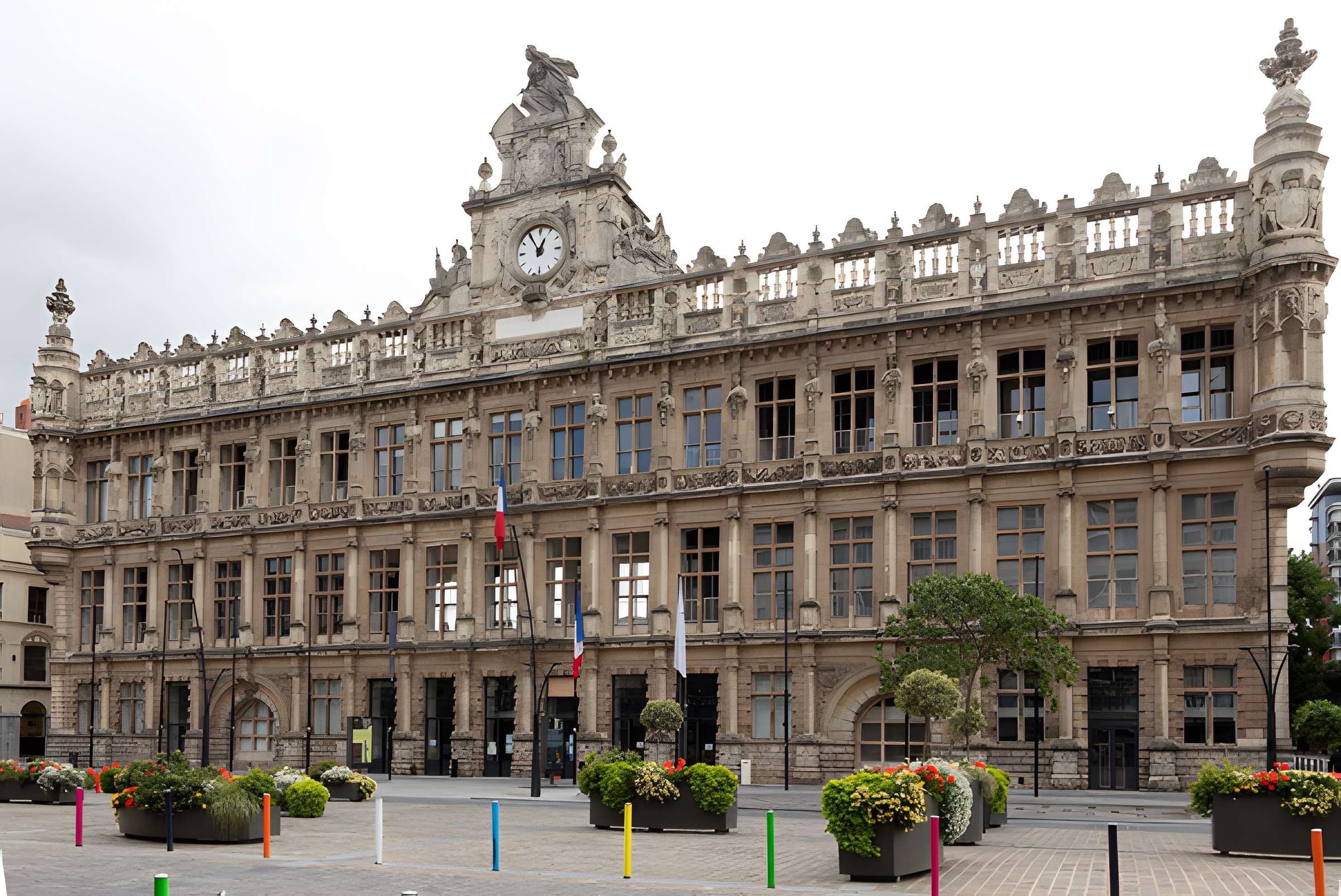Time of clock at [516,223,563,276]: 12:54
